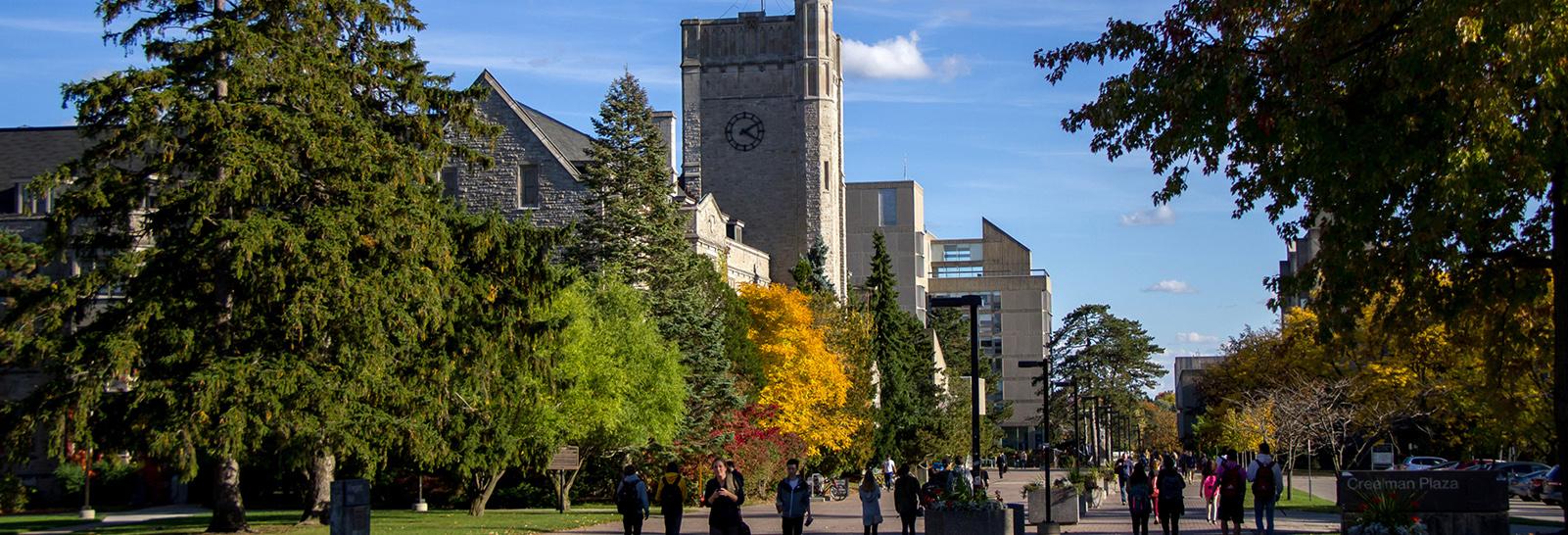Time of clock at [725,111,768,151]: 4:09
